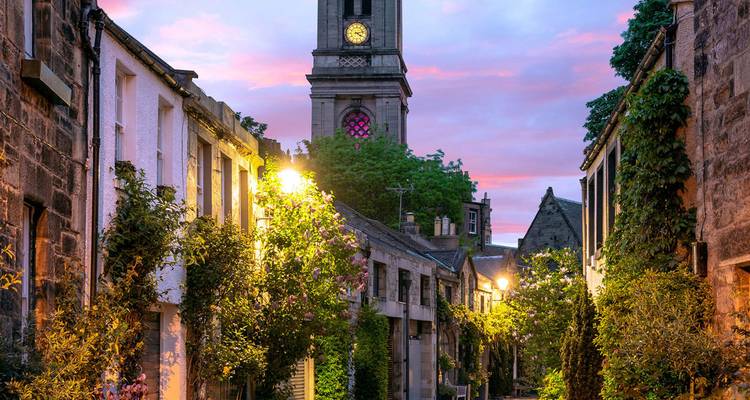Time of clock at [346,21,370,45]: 4:12
